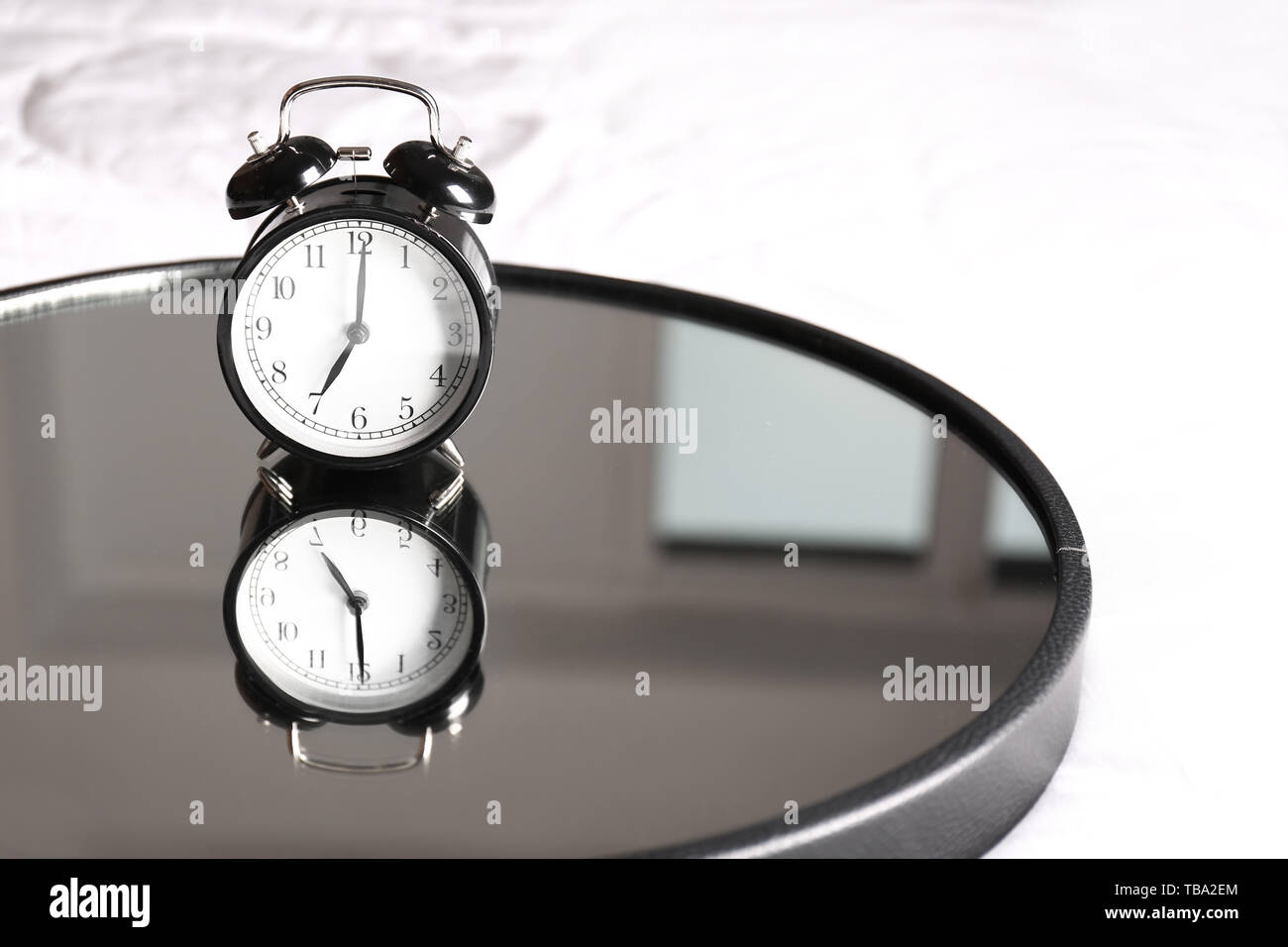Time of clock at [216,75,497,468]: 7:00
